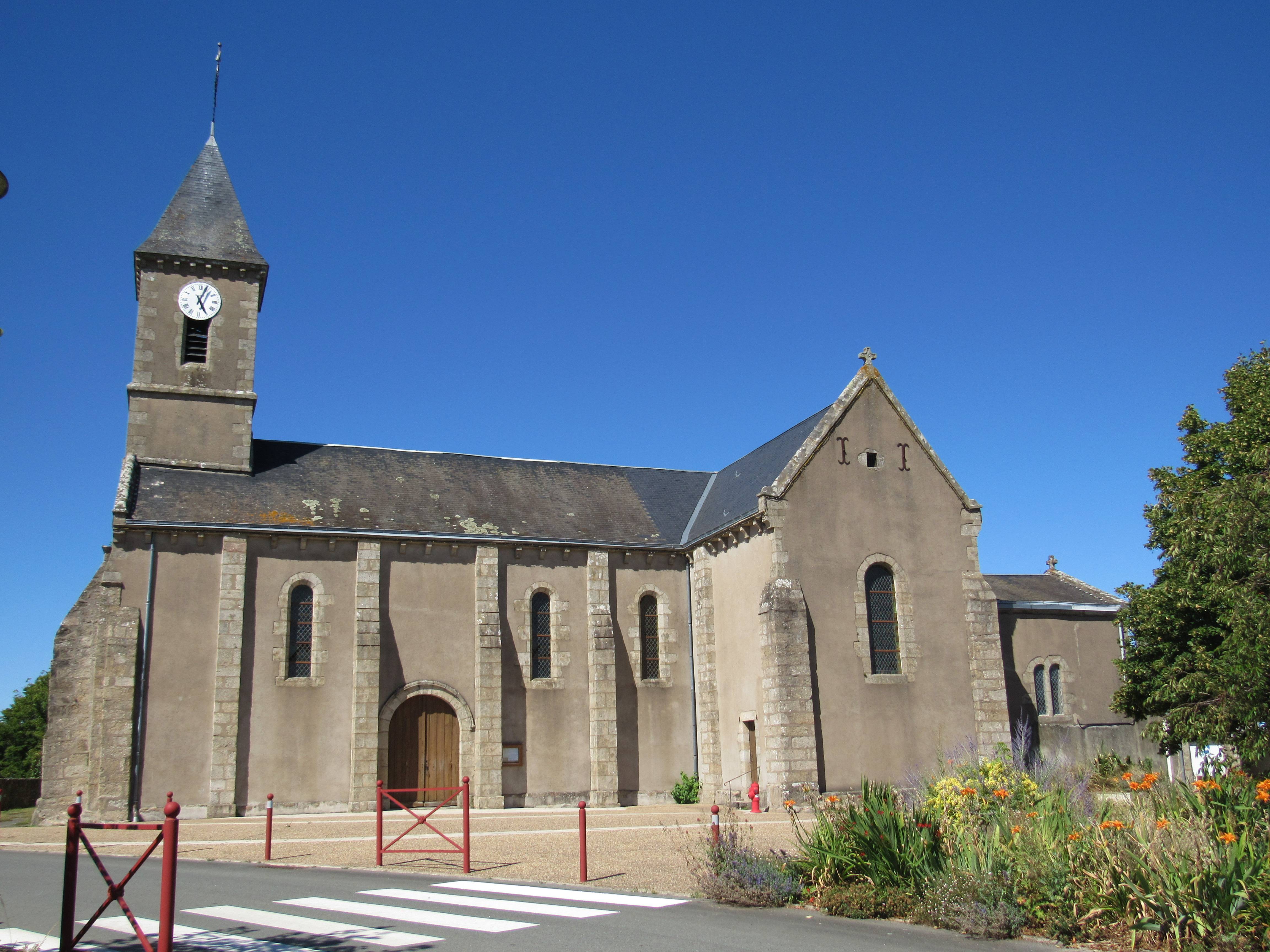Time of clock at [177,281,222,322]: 5:03
